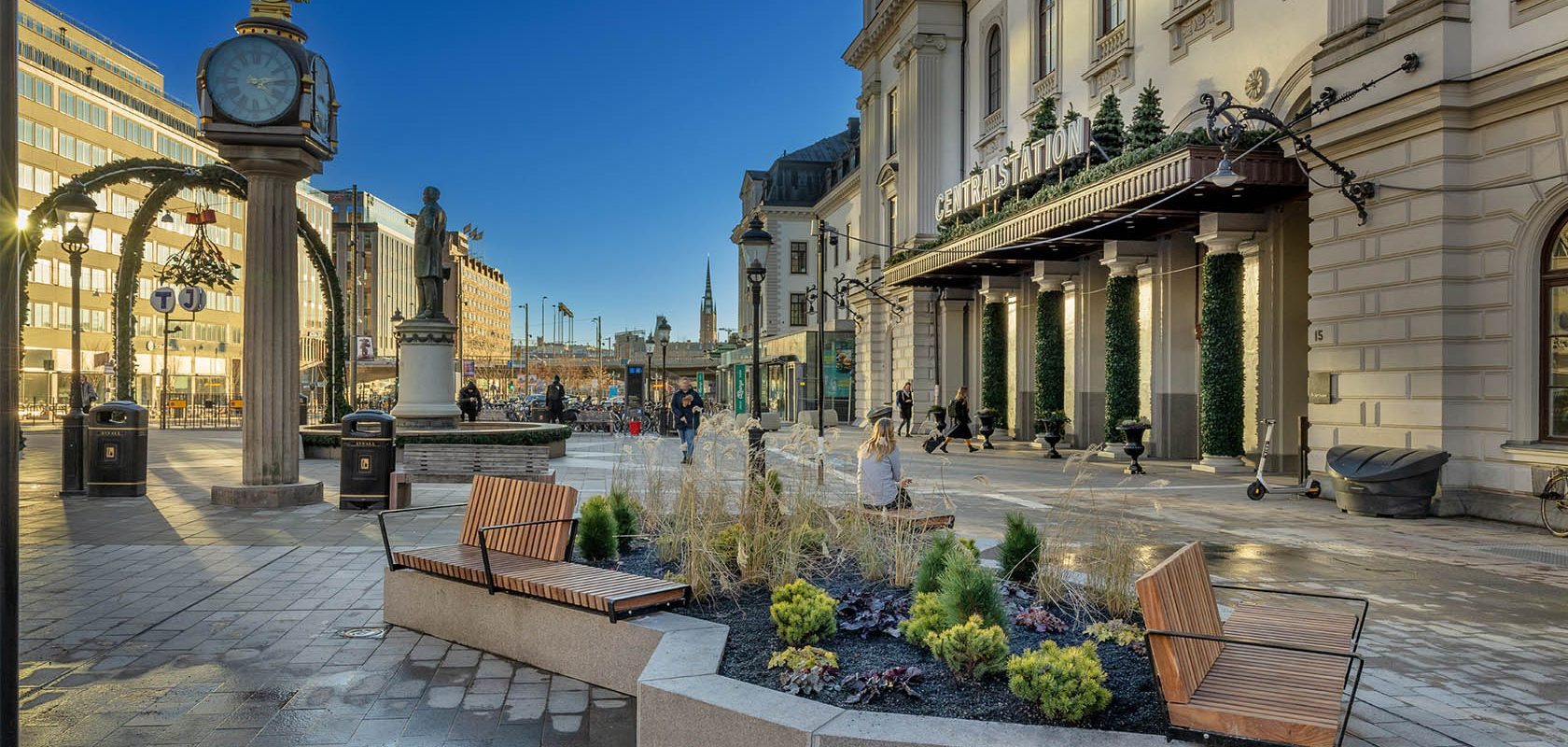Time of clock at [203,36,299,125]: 4:13
